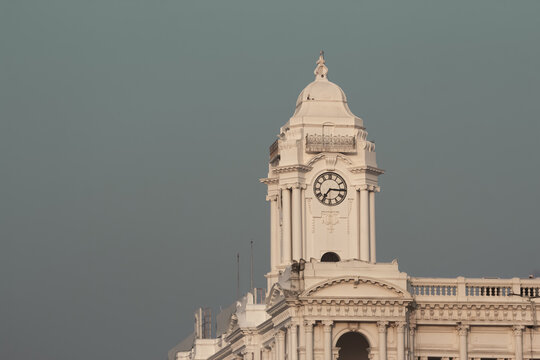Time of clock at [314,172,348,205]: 7:15
